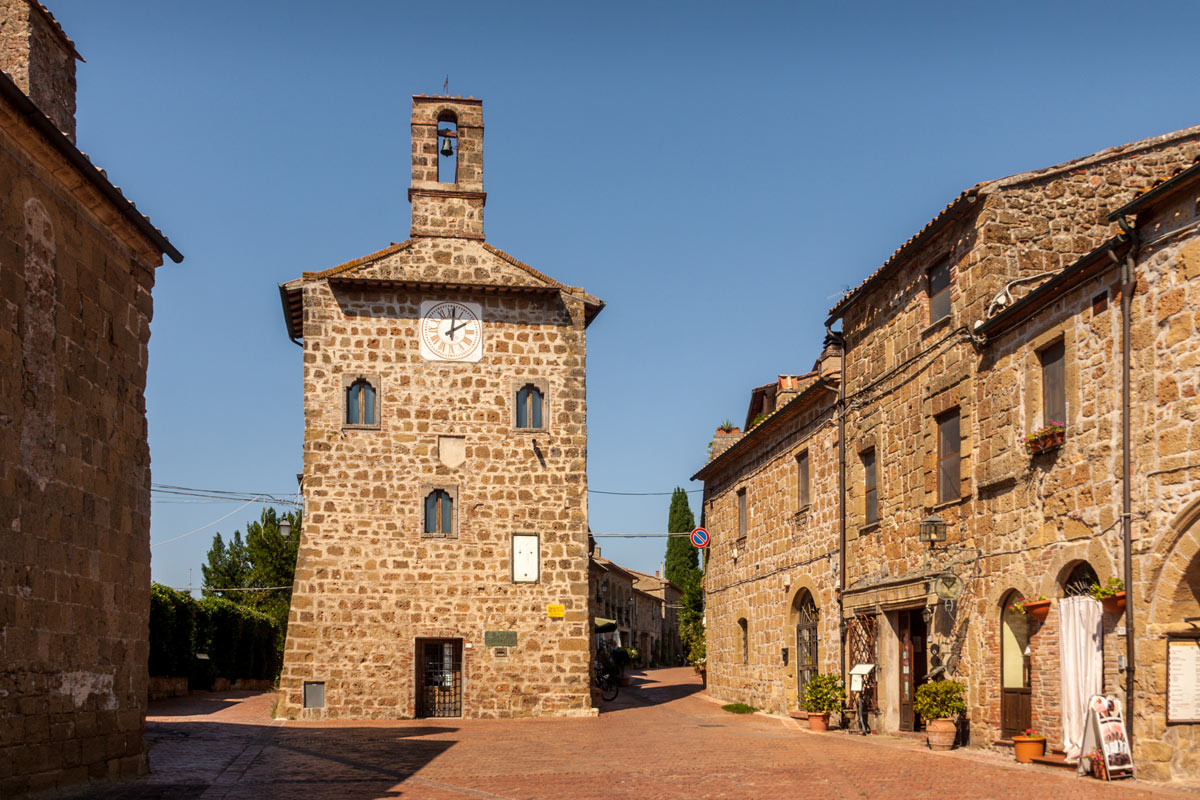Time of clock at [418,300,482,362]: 2:01
